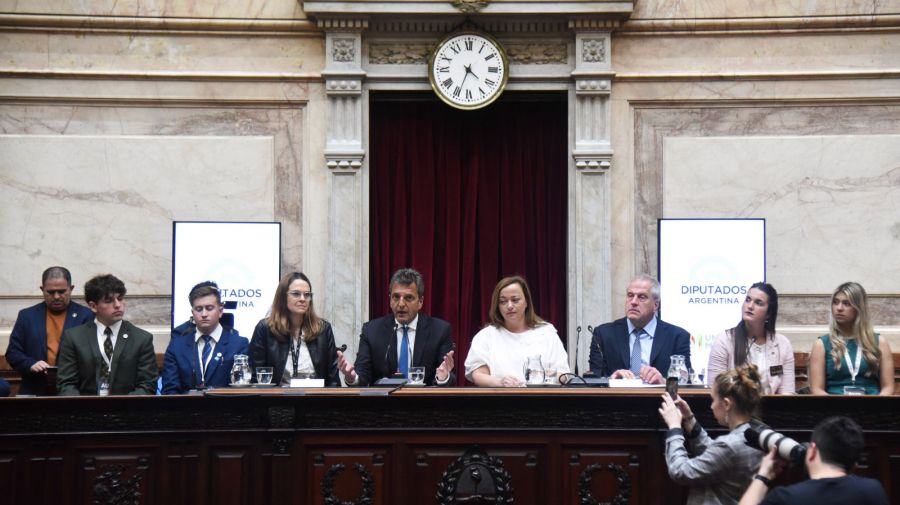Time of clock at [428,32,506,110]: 4:34
